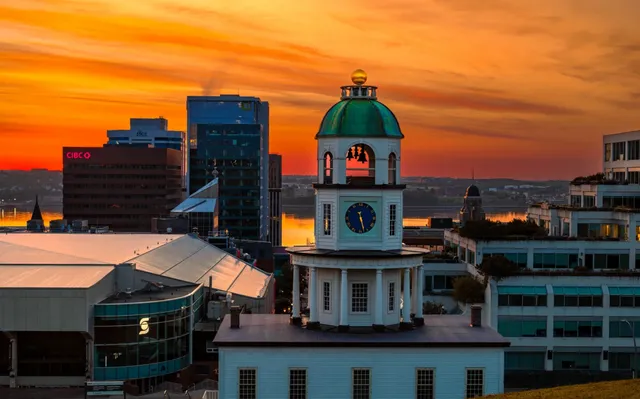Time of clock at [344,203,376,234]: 5:27
